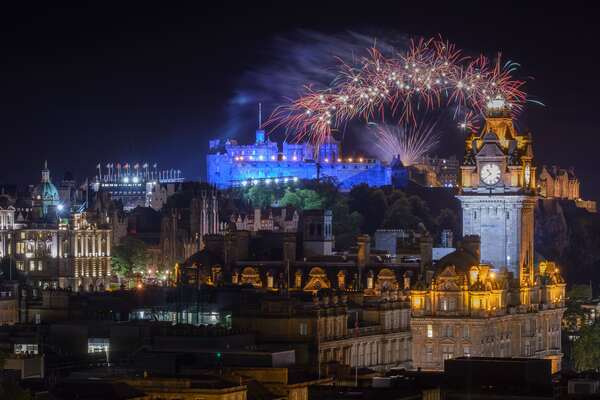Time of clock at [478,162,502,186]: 10:39
